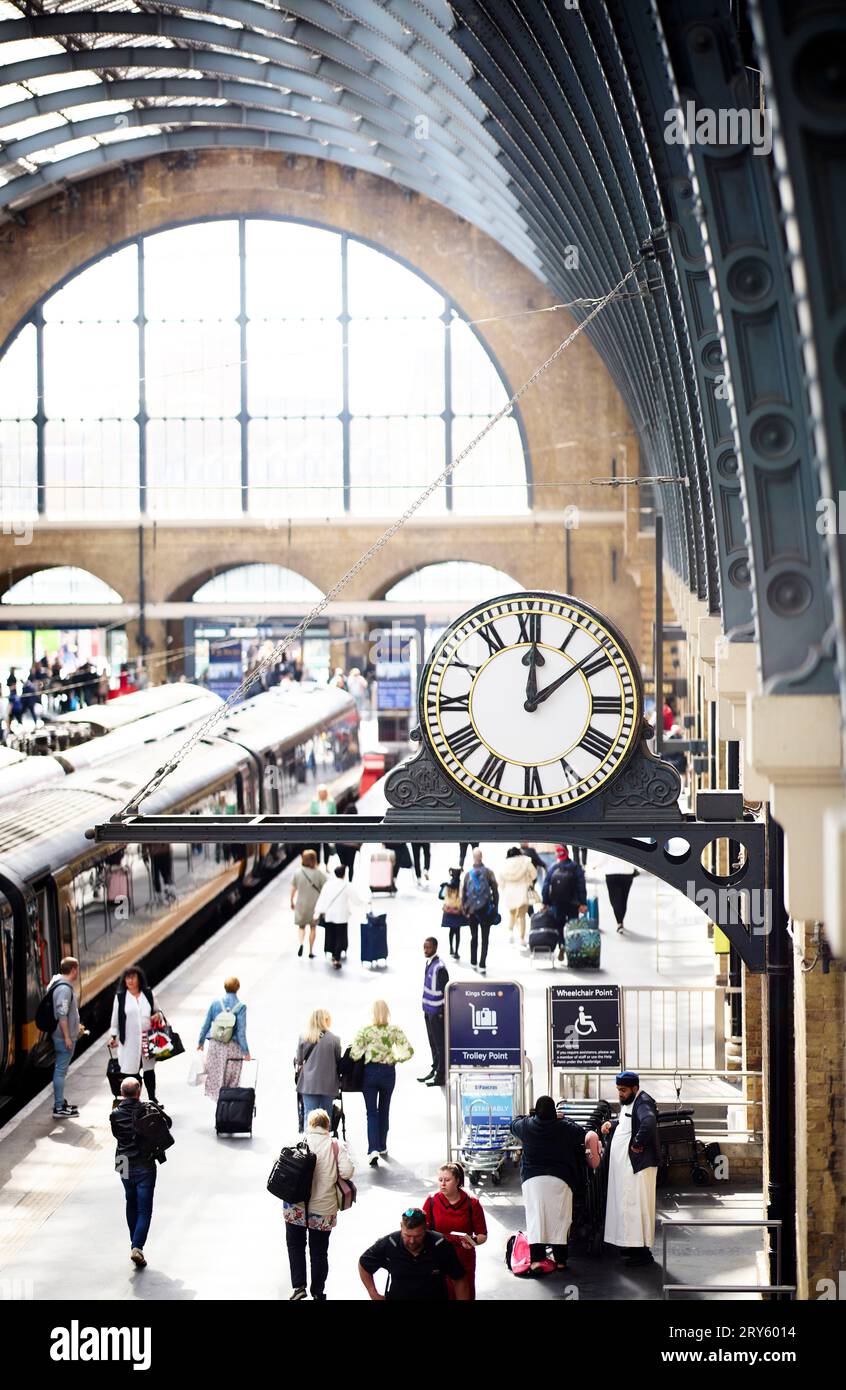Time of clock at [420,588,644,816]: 12:08
